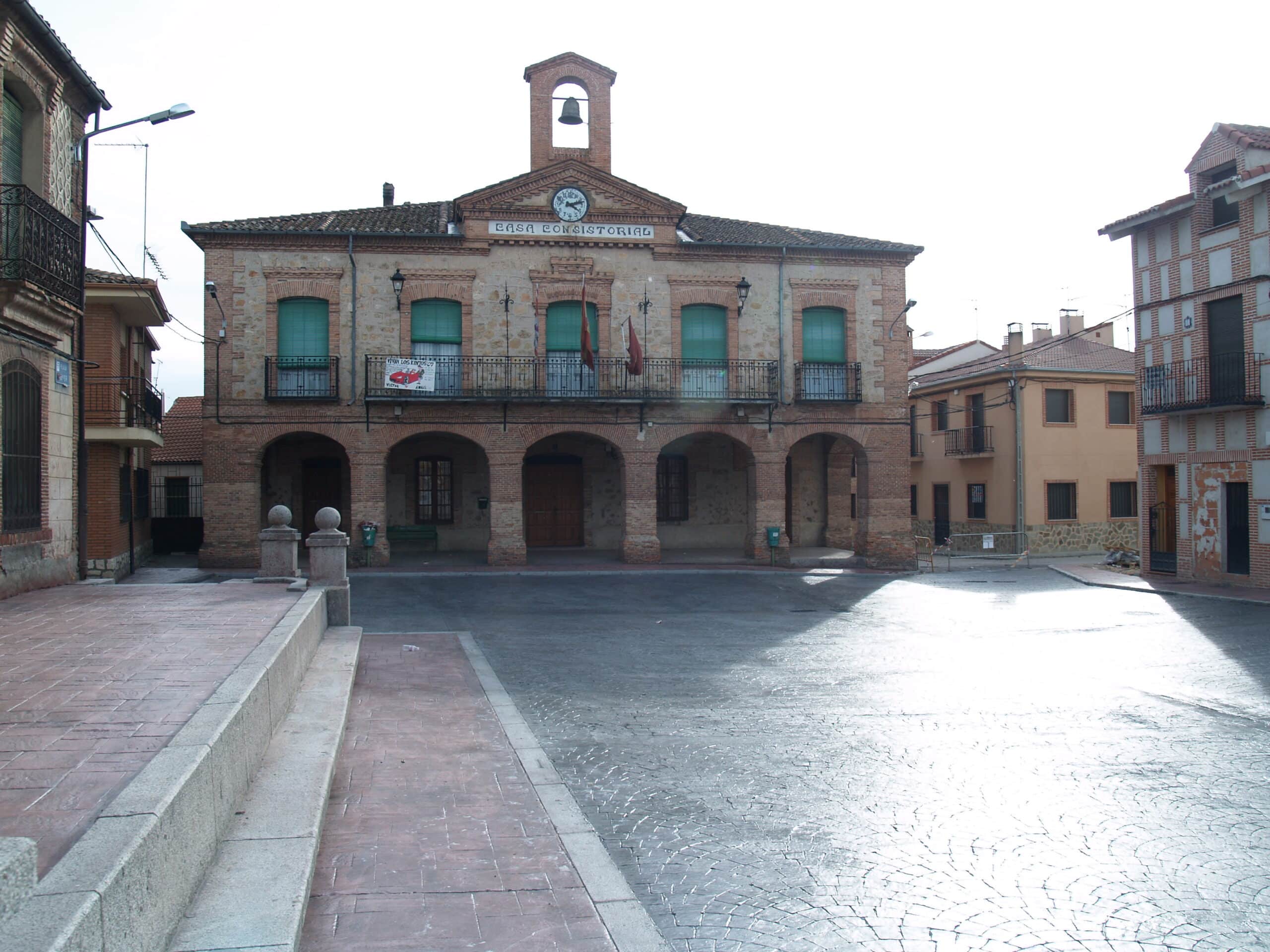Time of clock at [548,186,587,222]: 4:12
